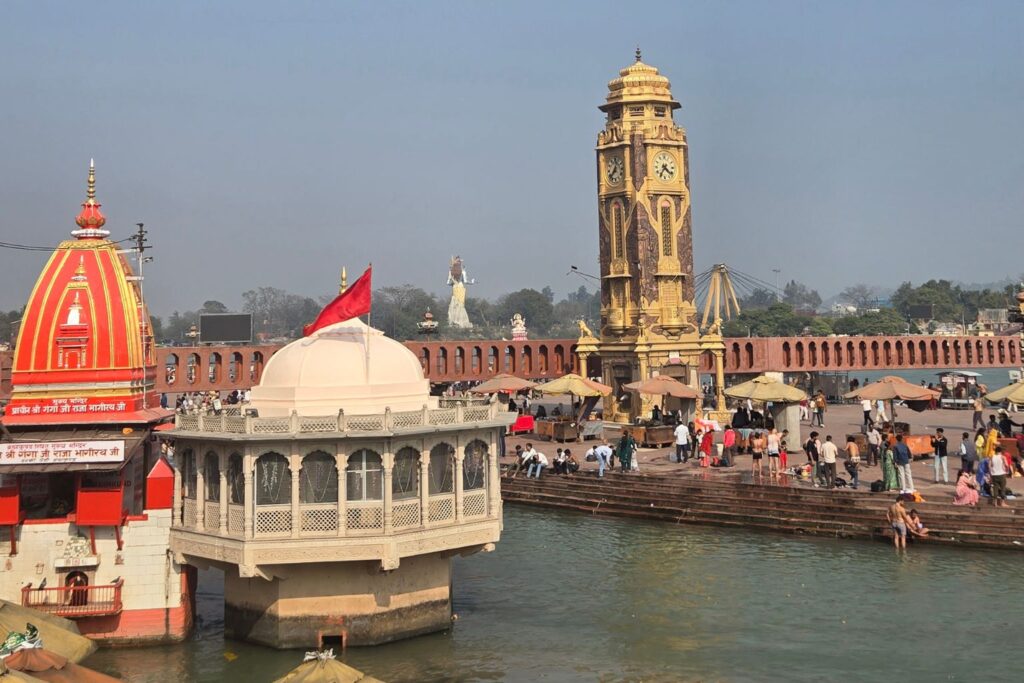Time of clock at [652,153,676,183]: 4:35
